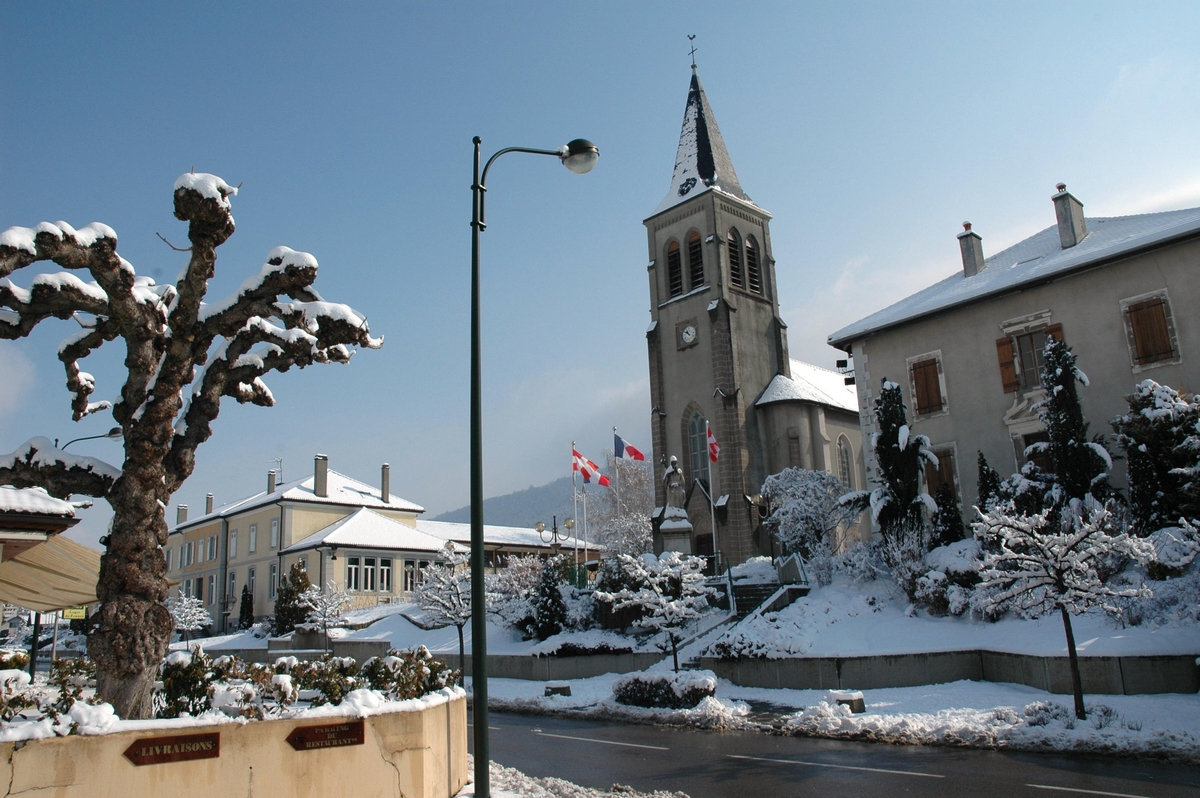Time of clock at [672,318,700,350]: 10:51
